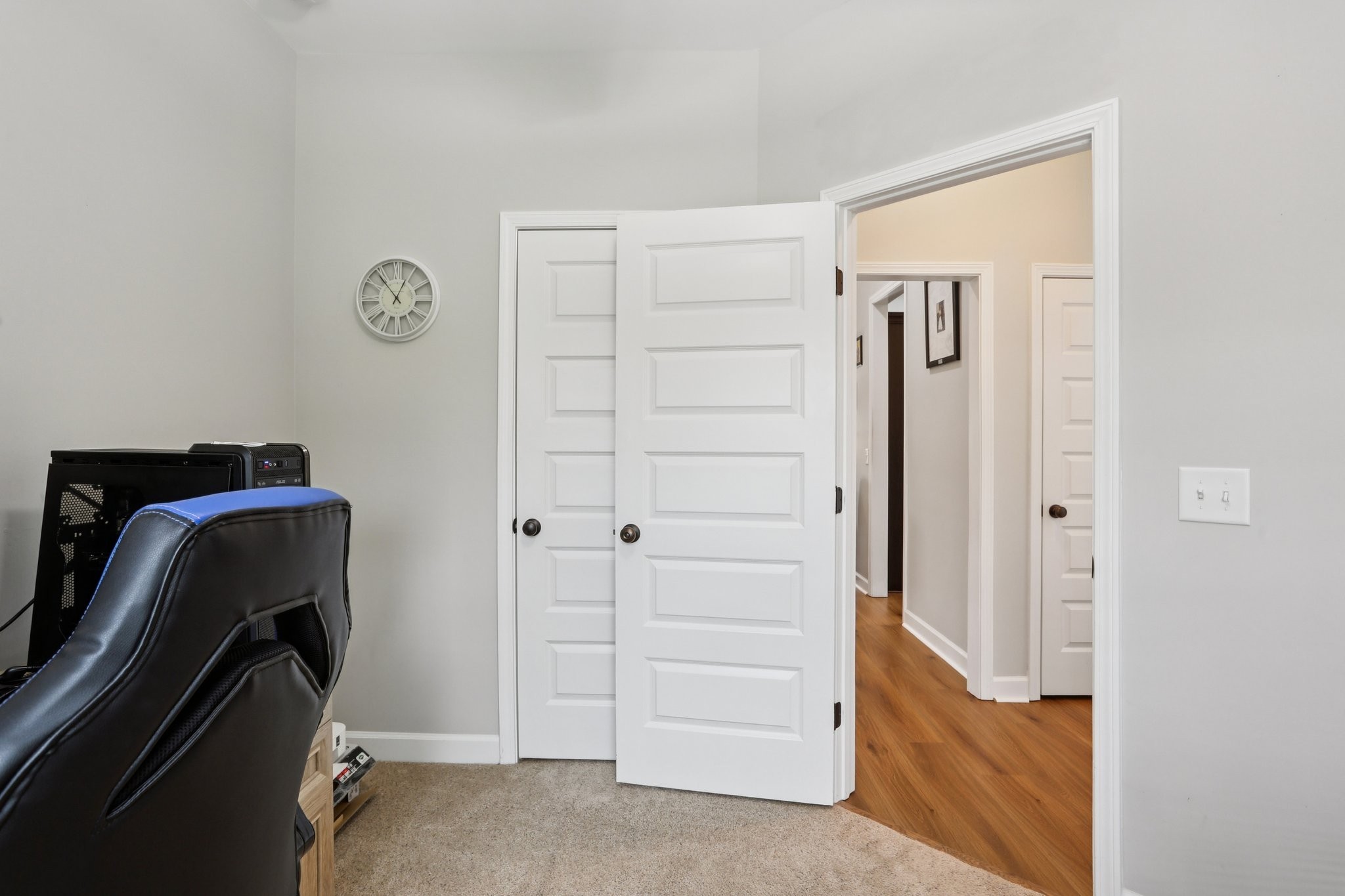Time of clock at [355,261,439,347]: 12:53
